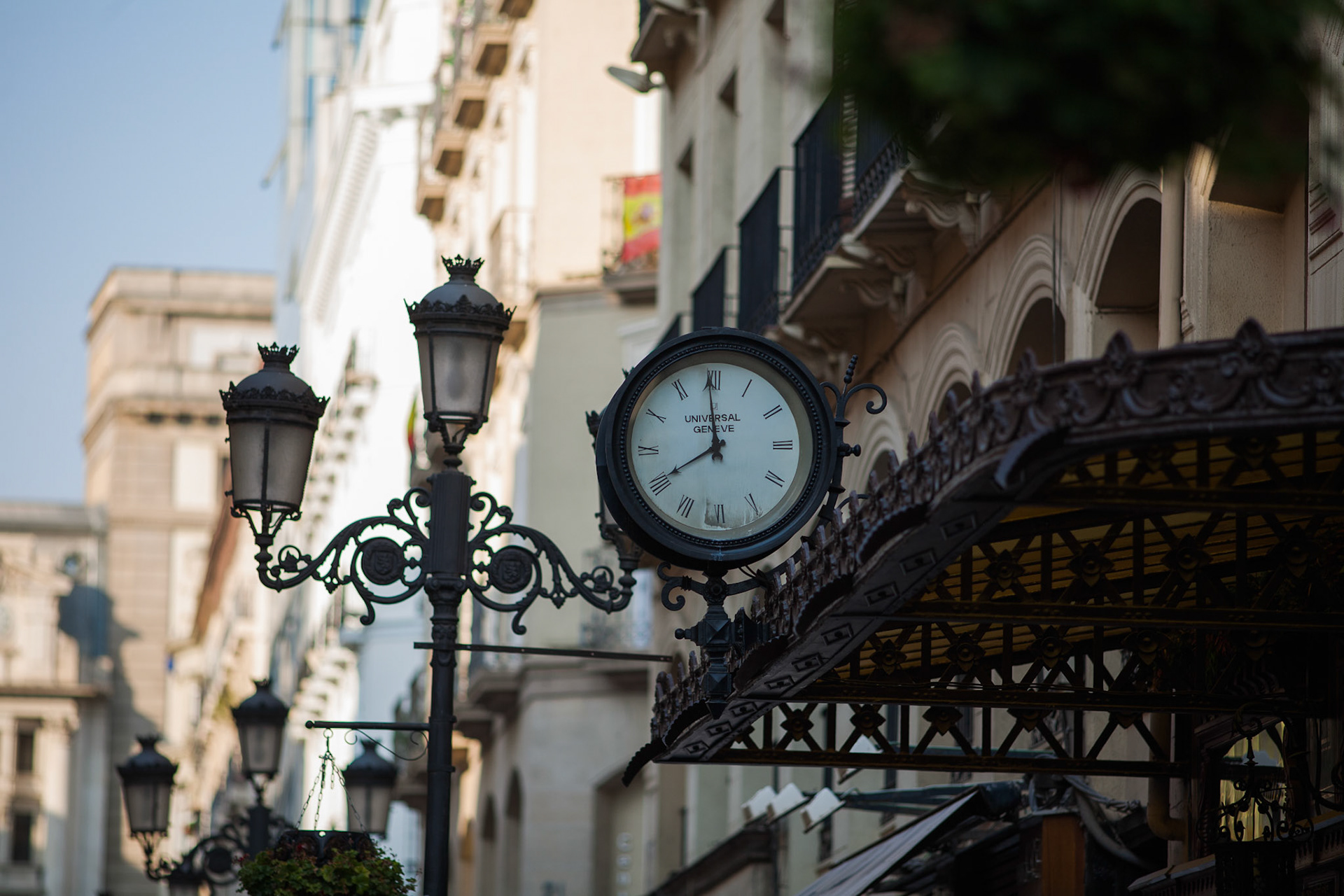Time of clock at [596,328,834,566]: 7:59
